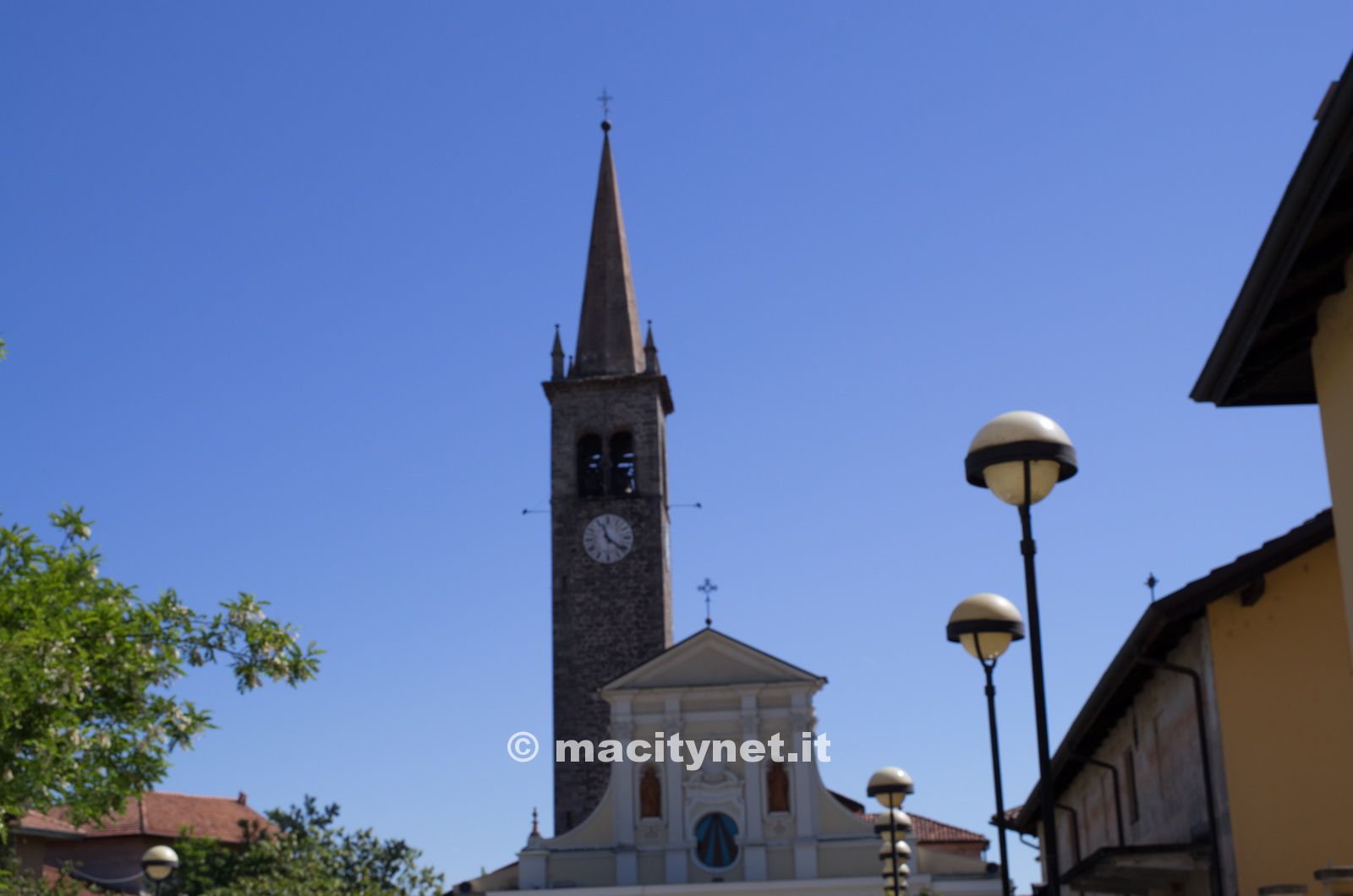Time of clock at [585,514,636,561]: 11:21
